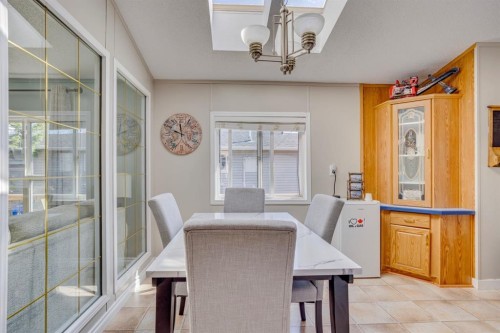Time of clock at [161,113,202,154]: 11:48
